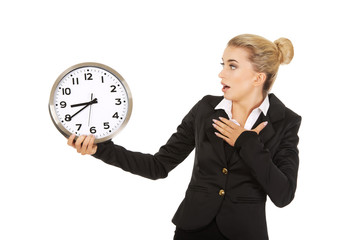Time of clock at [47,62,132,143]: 8:39
